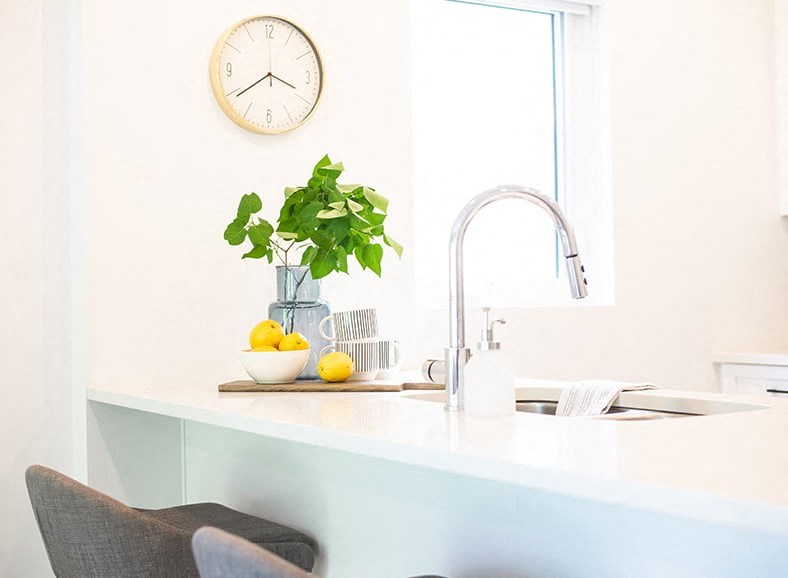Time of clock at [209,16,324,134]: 3:39
